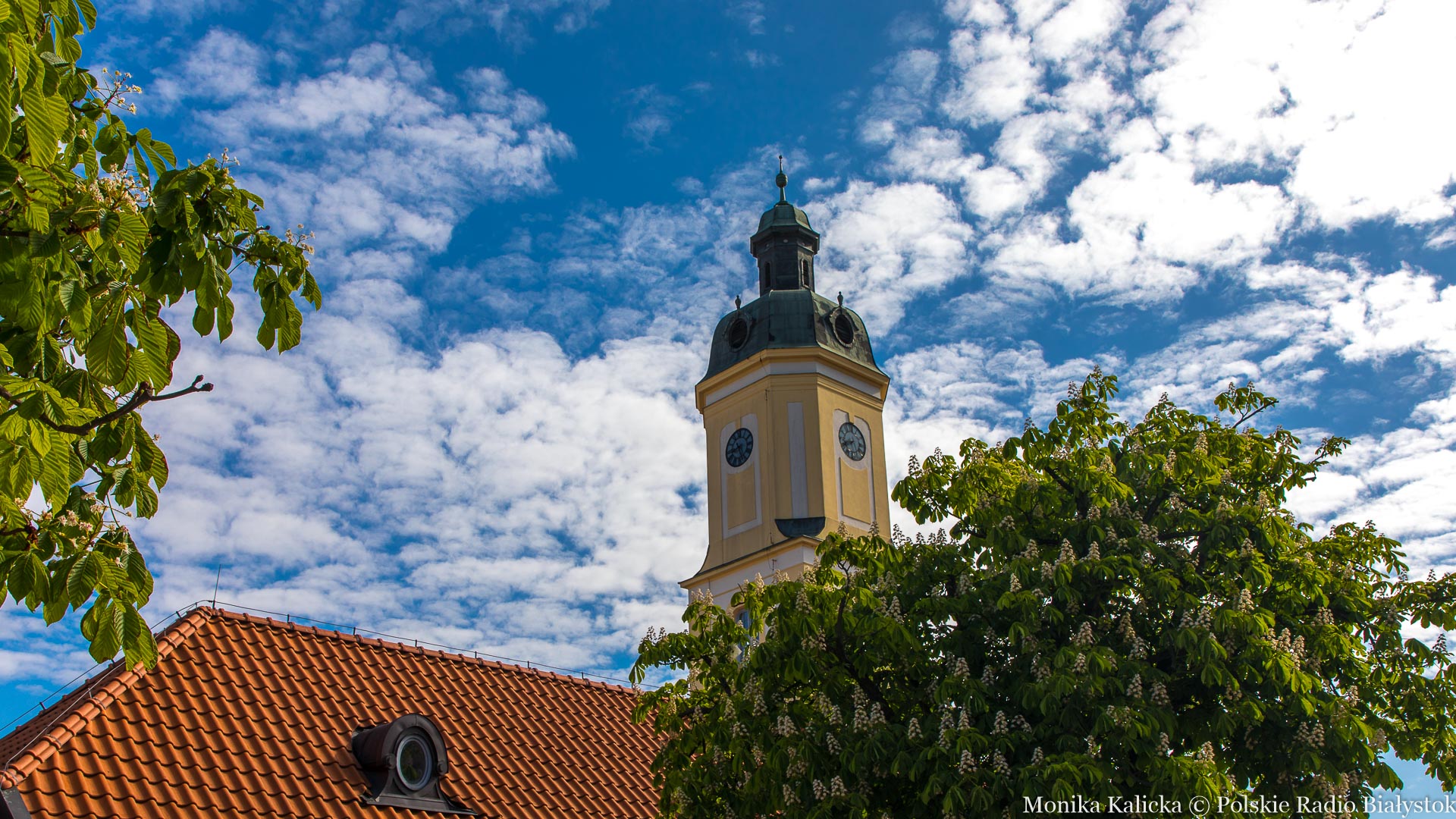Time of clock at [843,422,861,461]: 7:41
